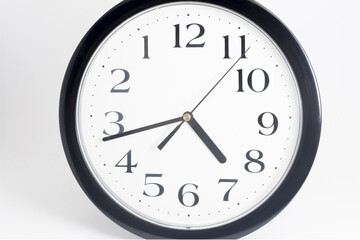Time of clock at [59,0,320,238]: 4:43
